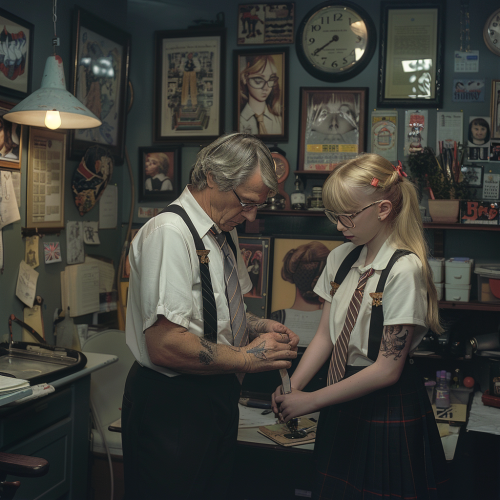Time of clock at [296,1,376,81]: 7:39
